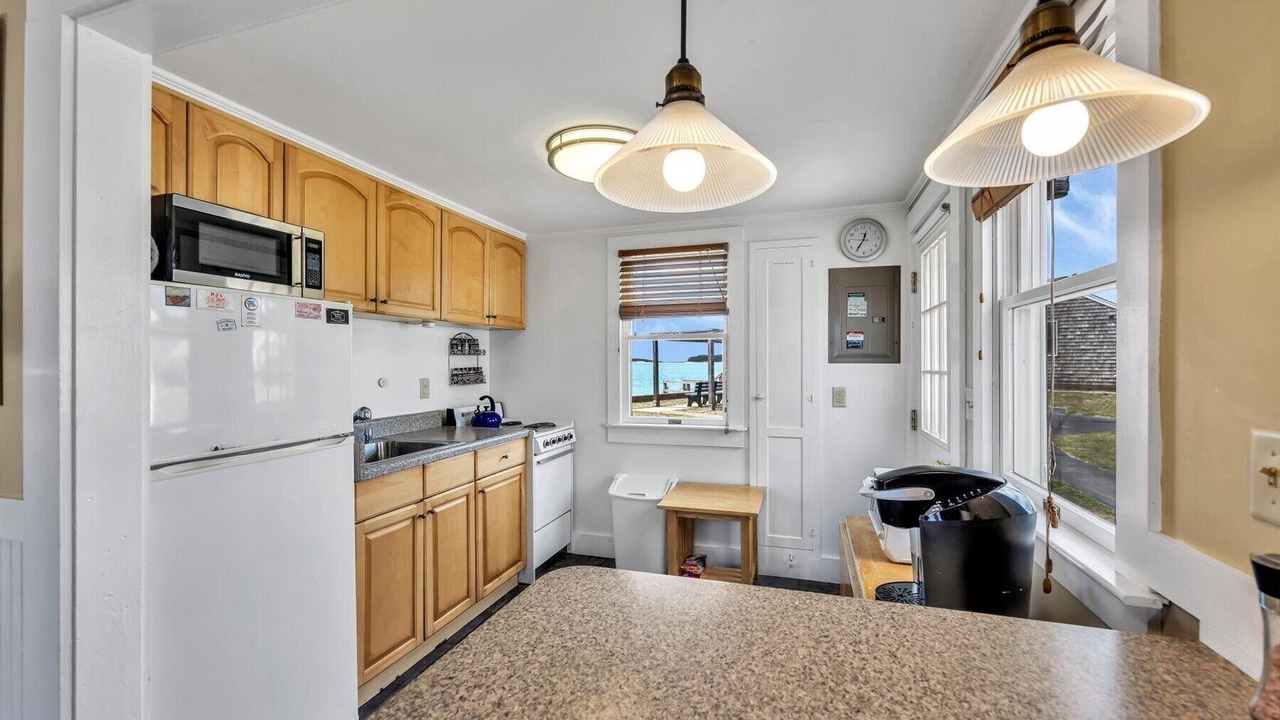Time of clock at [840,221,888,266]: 12:35
